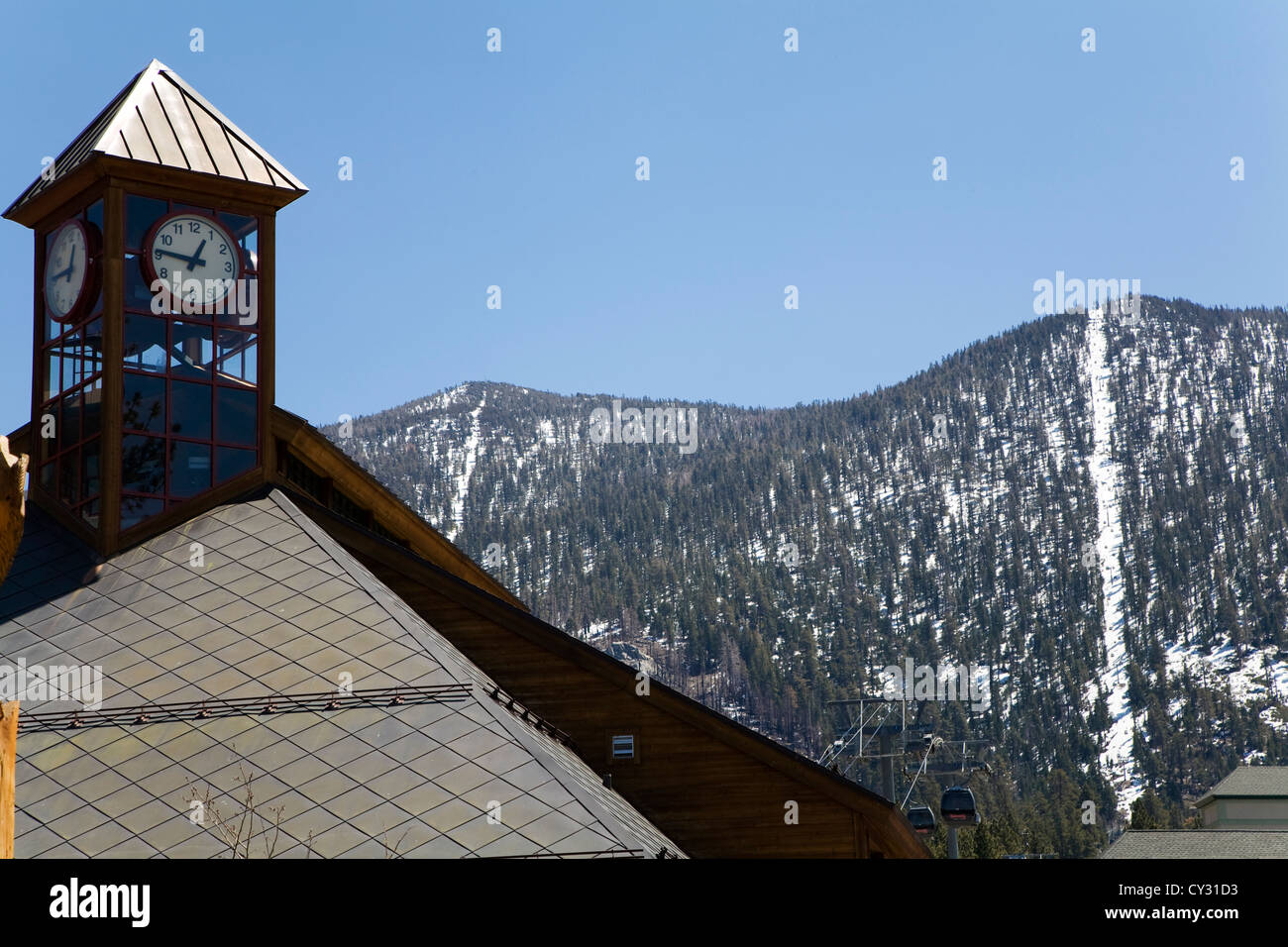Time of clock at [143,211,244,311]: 12:46
